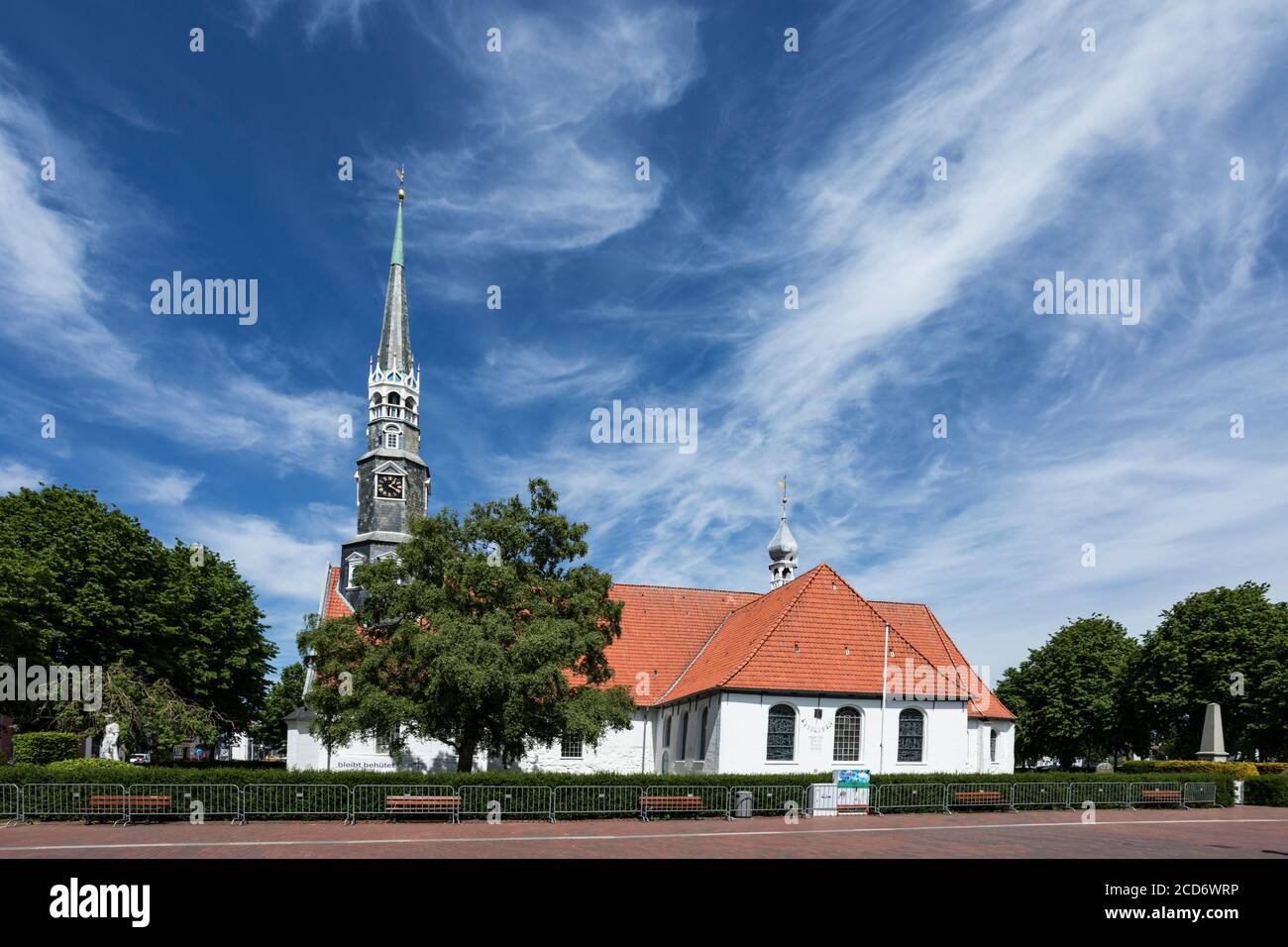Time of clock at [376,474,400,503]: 1:20
